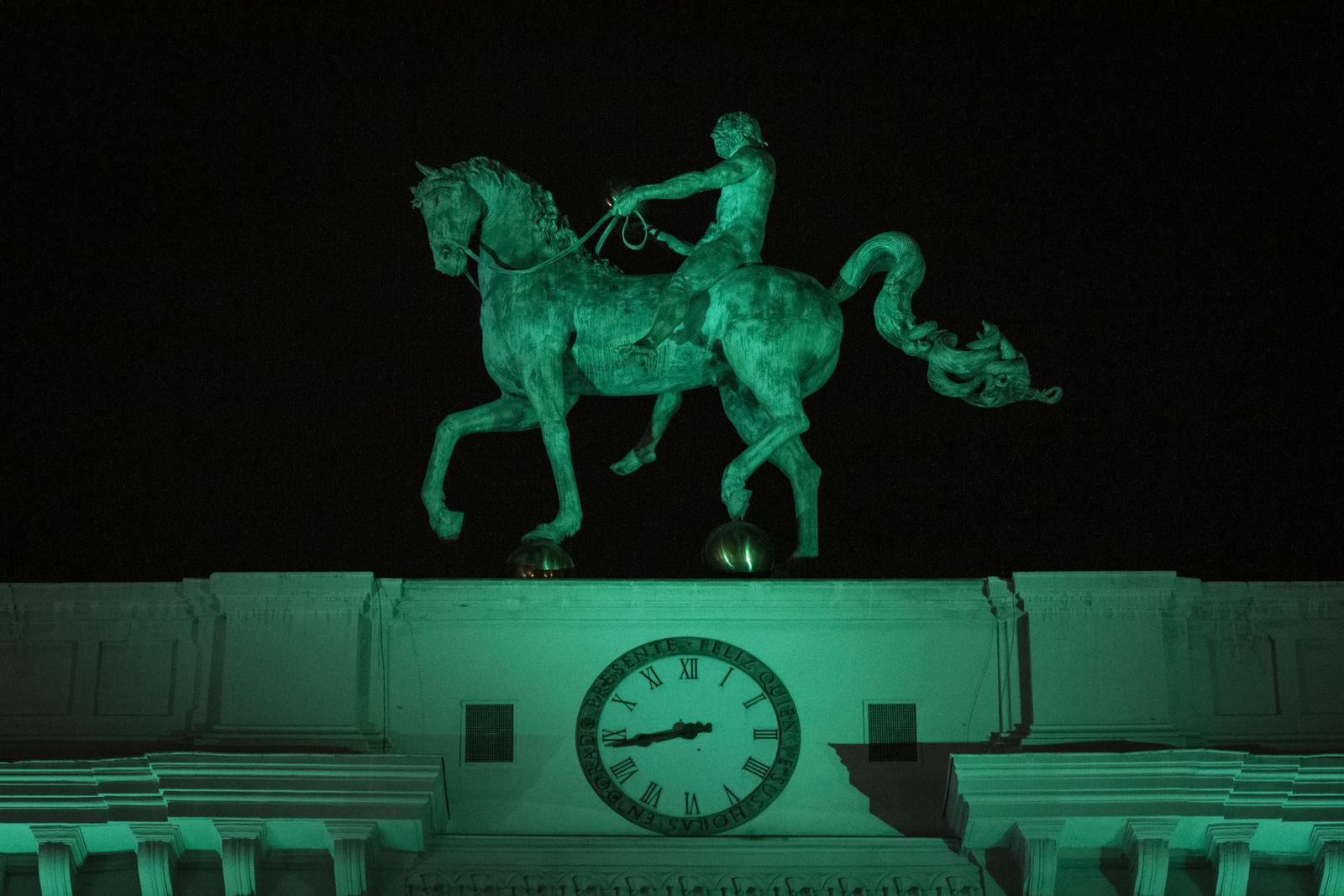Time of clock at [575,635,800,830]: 8:43
